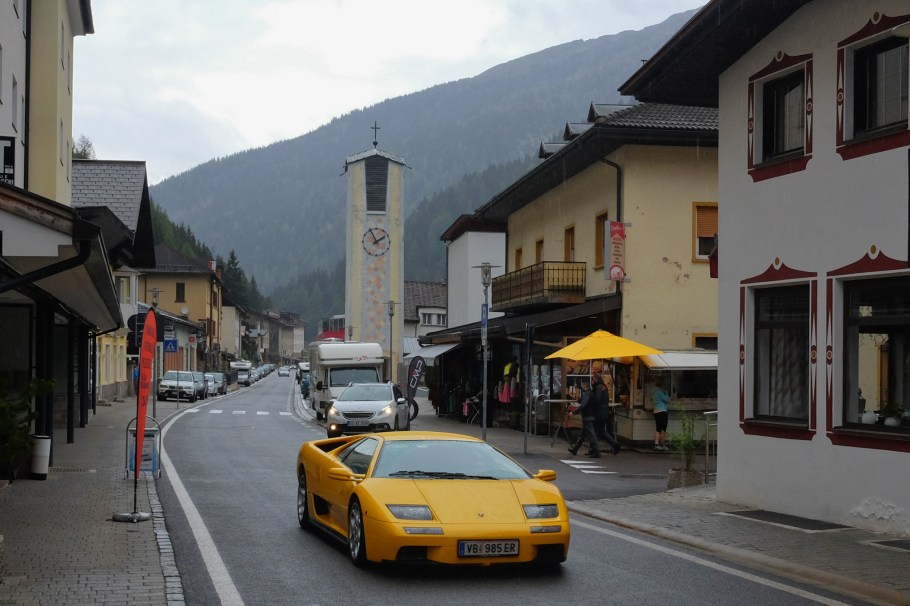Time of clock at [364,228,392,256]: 1:55
